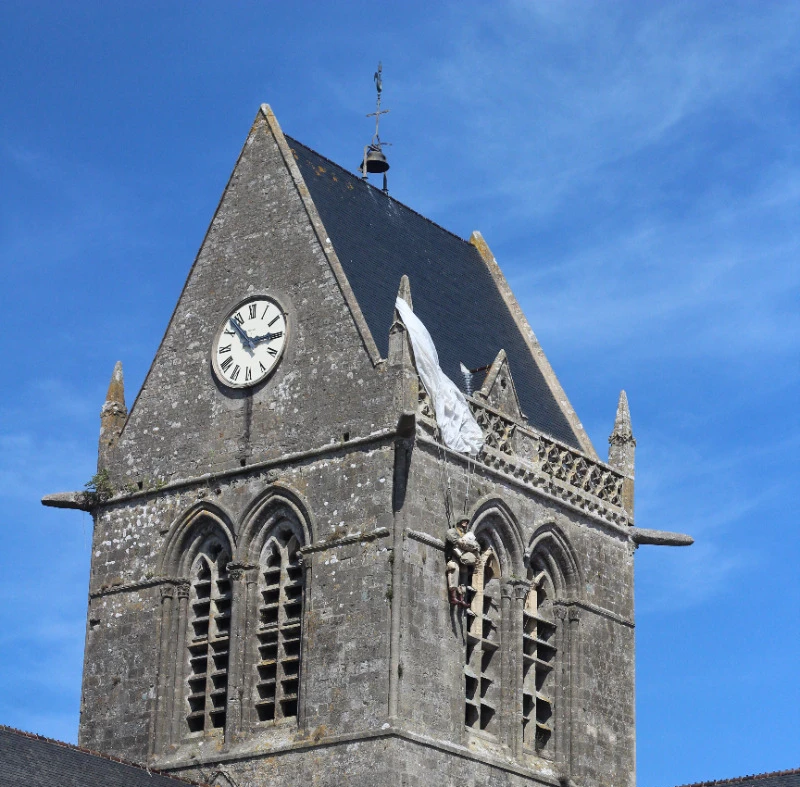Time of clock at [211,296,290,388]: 2:53
